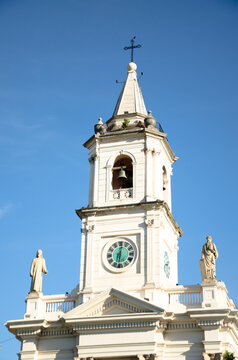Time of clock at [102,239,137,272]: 6:00
